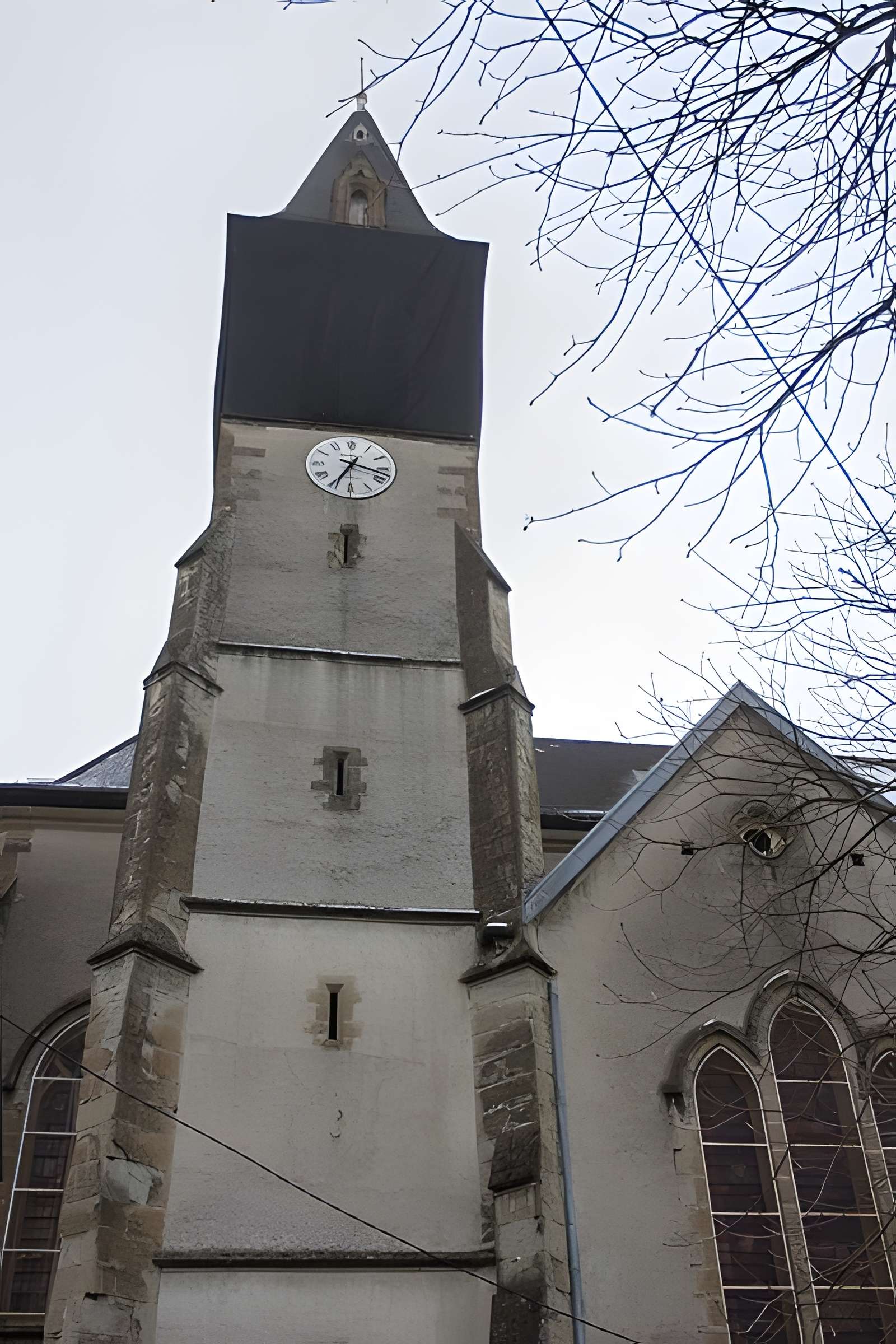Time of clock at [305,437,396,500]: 3:34
